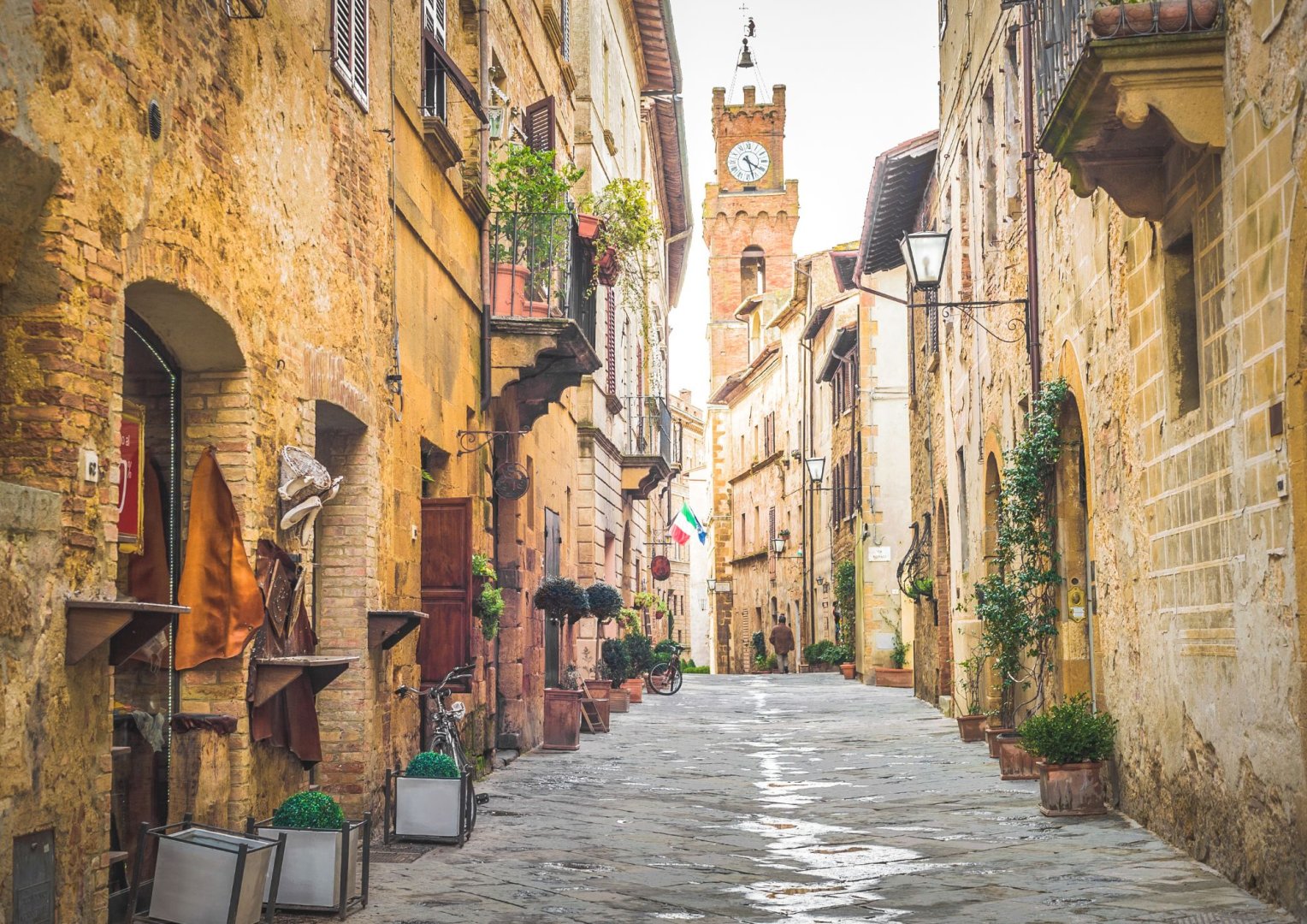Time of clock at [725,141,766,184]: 5:20
